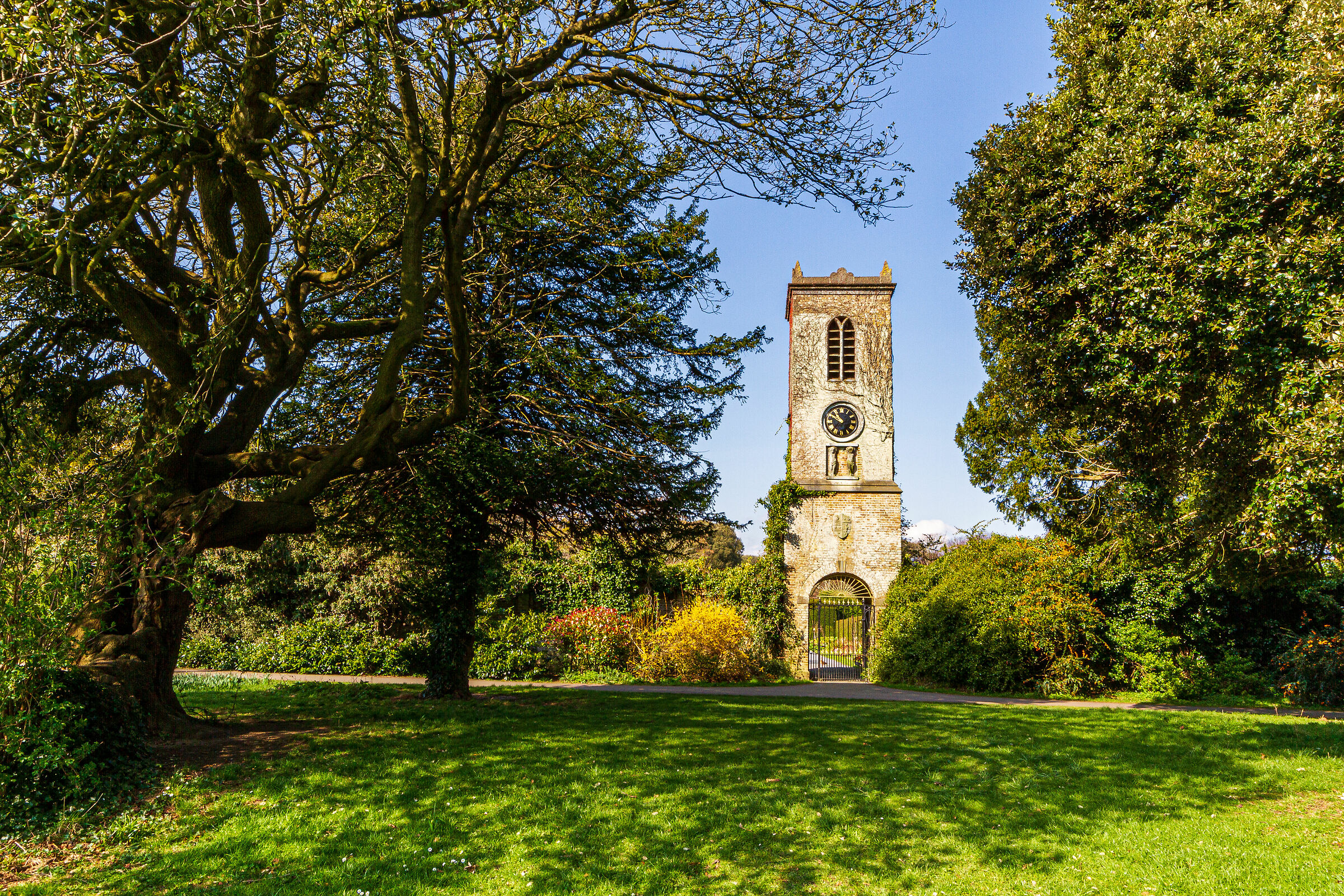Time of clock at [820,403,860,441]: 10:50
